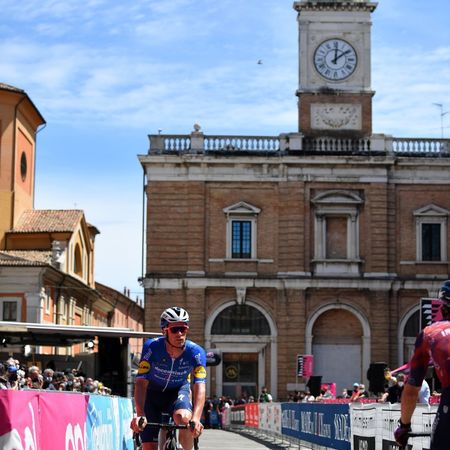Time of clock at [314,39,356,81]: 12:09
